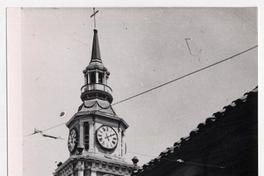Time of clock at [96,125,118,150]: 5:09
